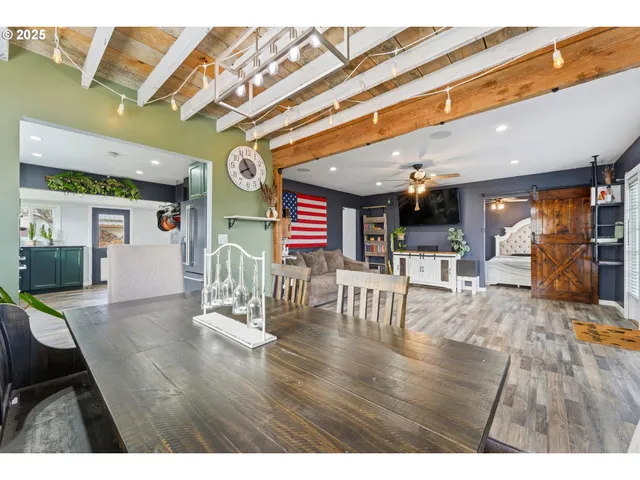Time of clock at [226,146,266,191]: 7:54
